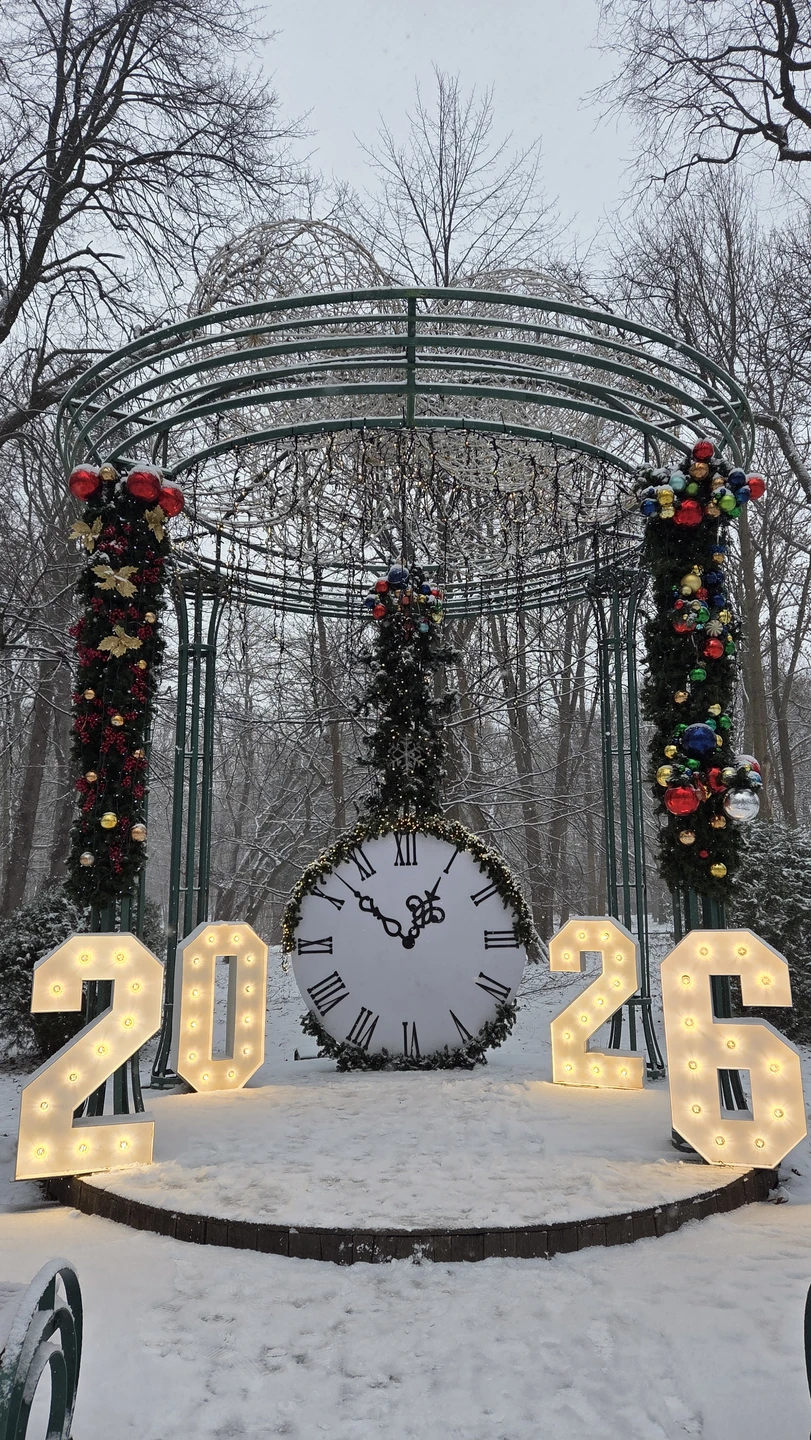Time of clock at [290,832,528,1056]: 12:52
